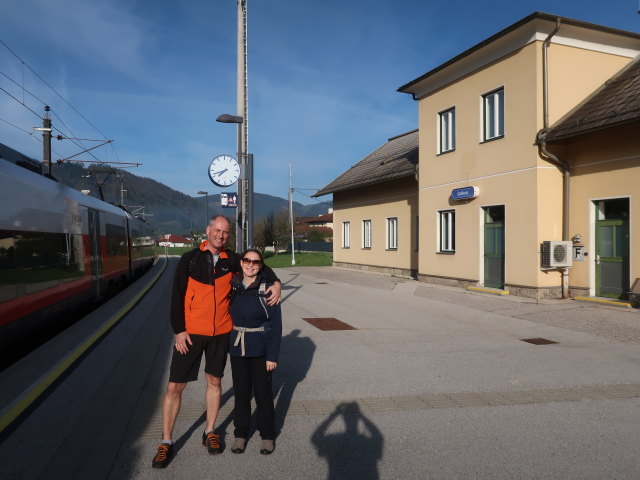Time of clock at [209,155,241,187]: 7:42
